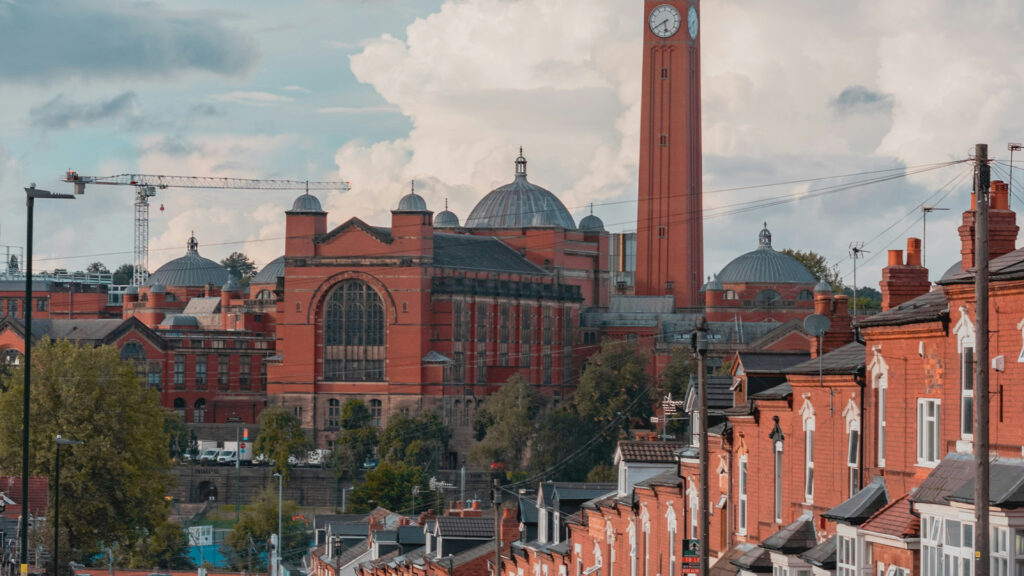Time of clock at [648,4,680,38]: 5:40
